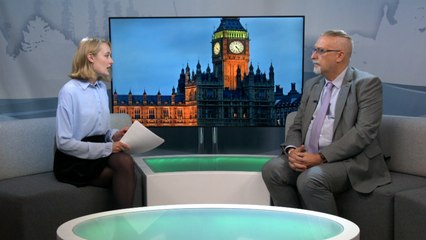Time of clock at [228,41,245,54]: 4:23
